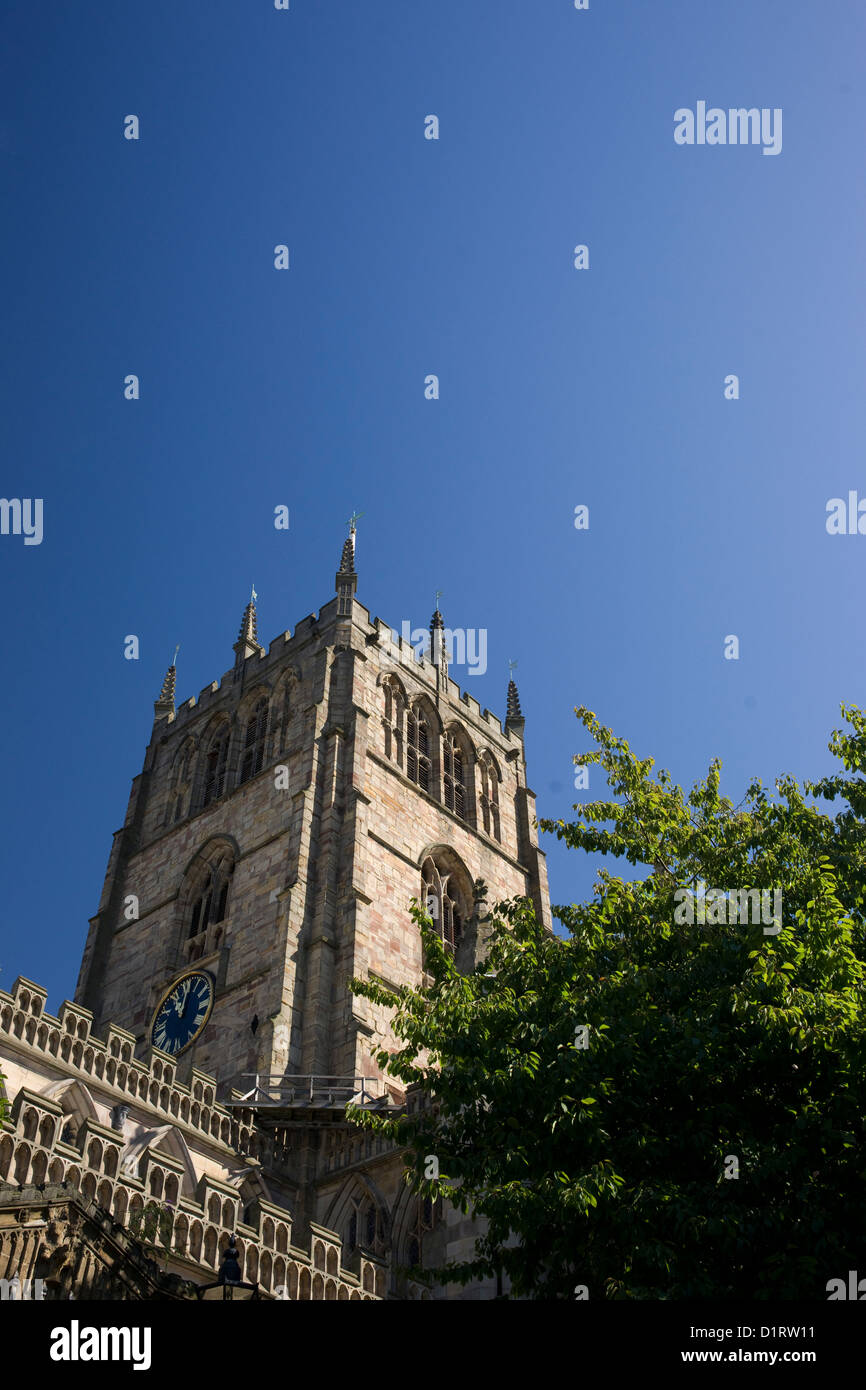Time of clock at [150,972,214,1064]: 11:02
